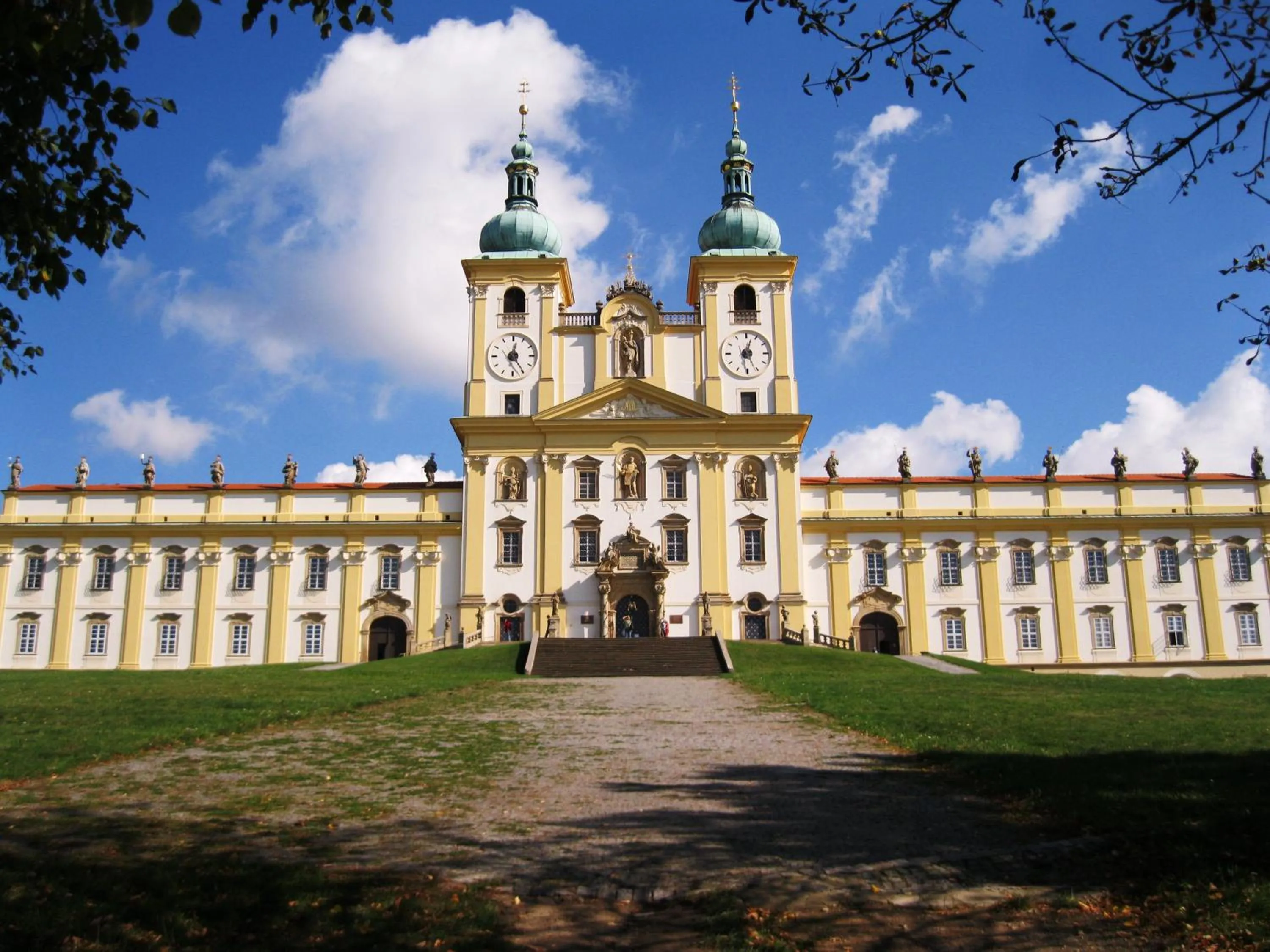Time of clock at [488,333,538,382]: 12:24
